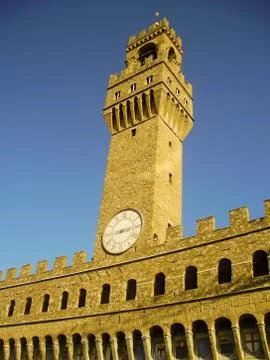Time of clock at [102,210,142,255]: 8:44
